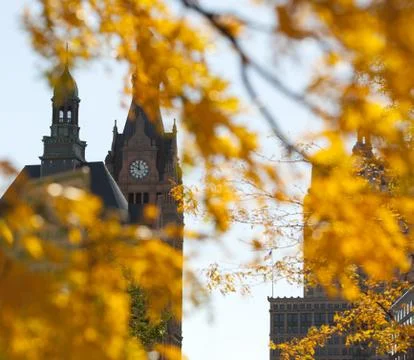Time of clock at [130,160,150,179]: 11:50
